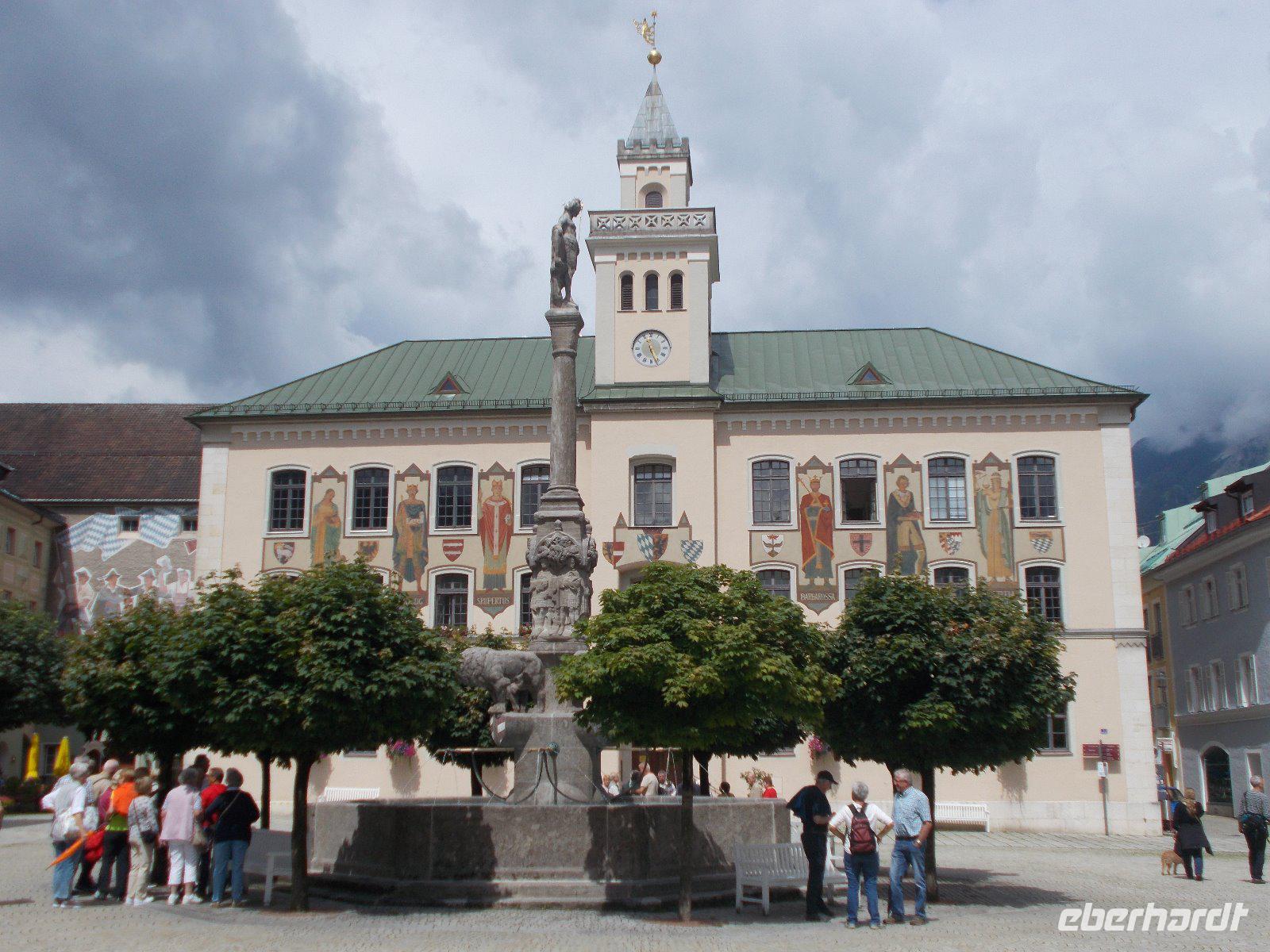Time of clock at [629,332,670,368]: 11:26
